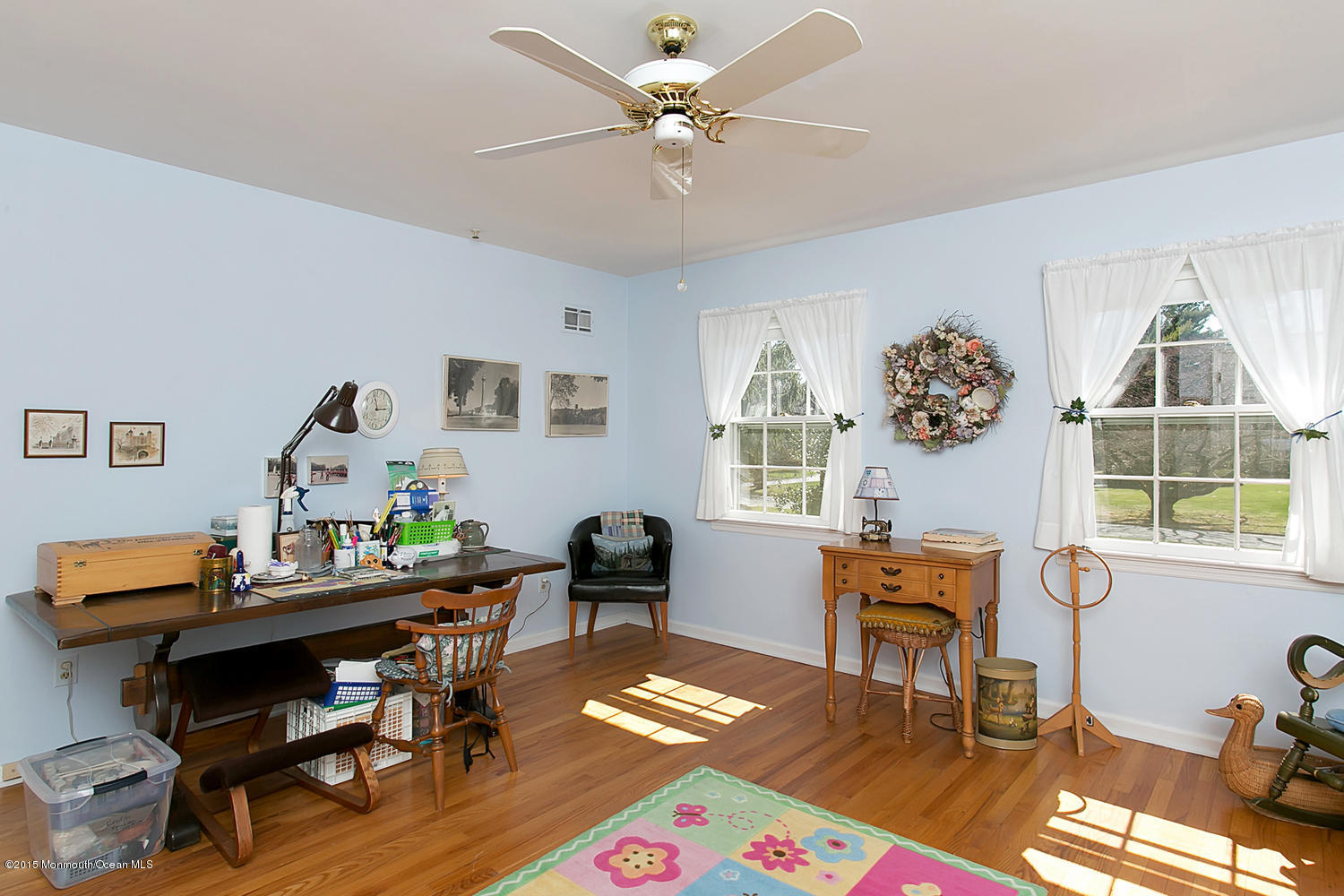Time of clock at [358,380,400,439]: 2:56
